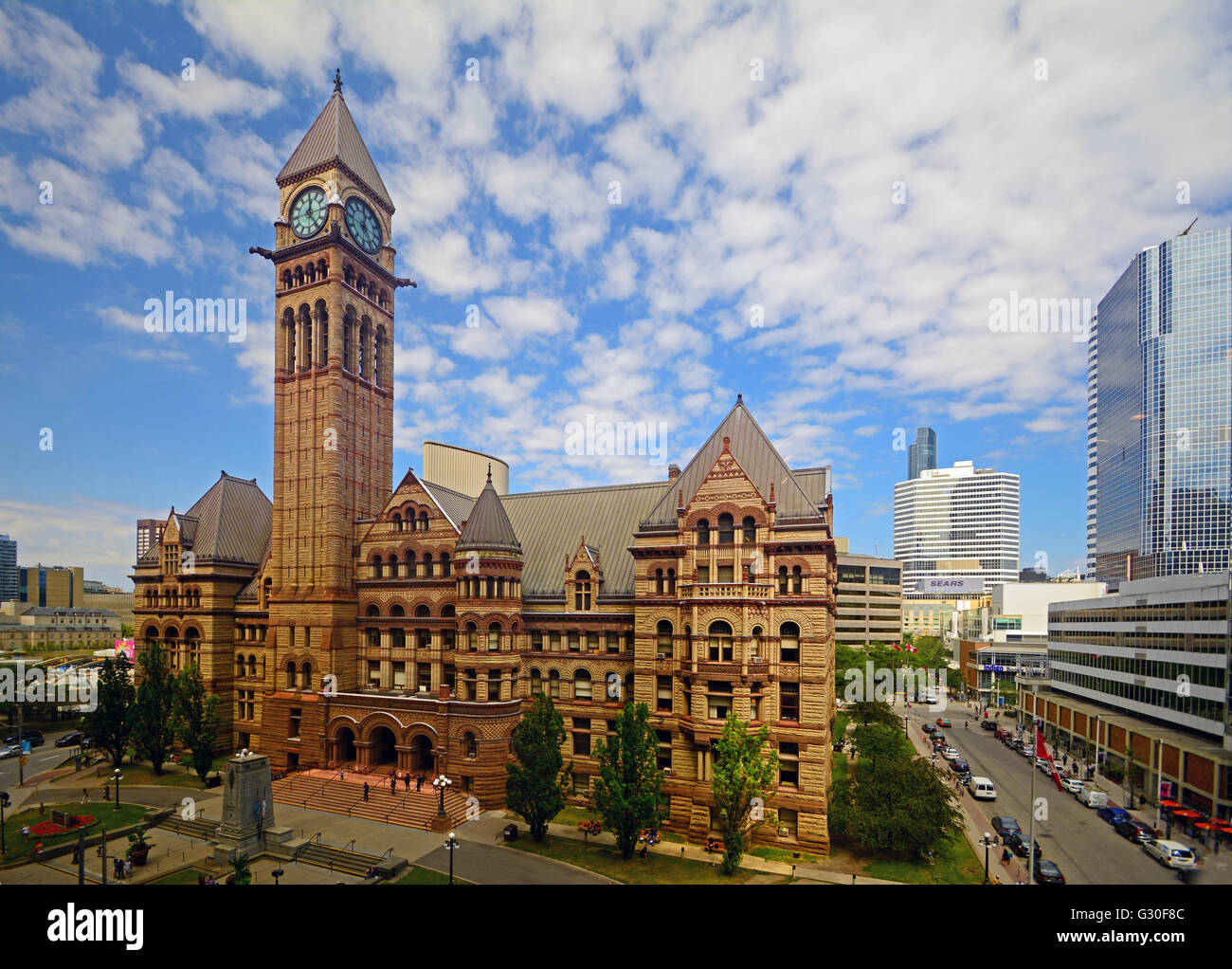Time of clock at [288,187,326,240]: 12:23
